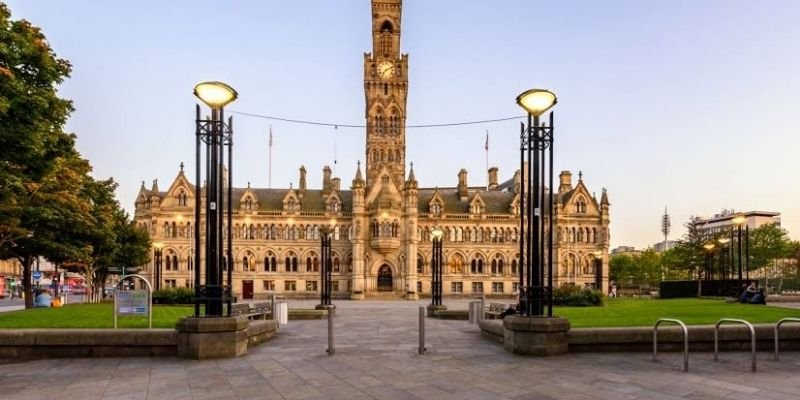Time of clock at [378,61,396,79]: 7:11
